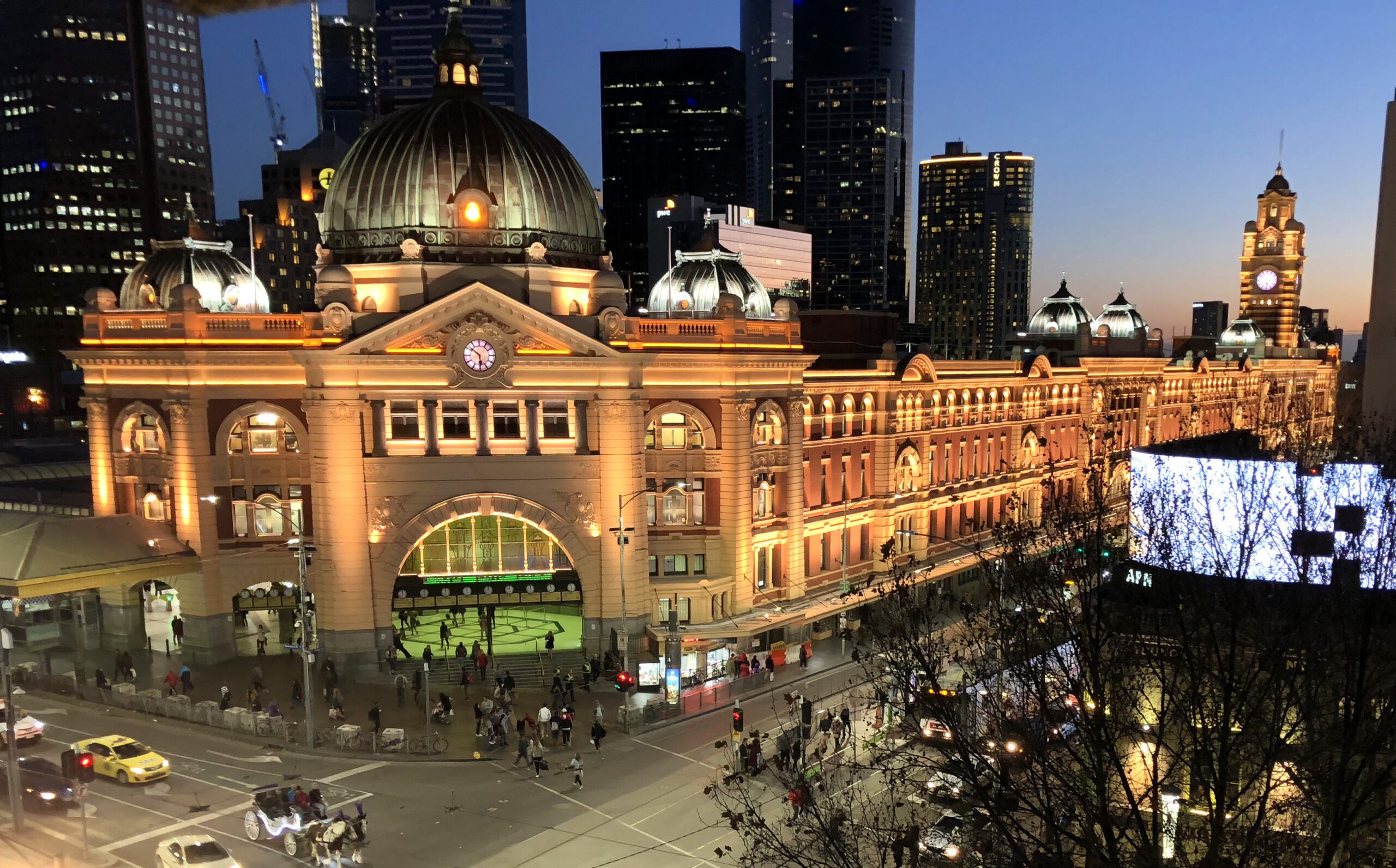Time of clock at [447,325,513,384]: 5:51
